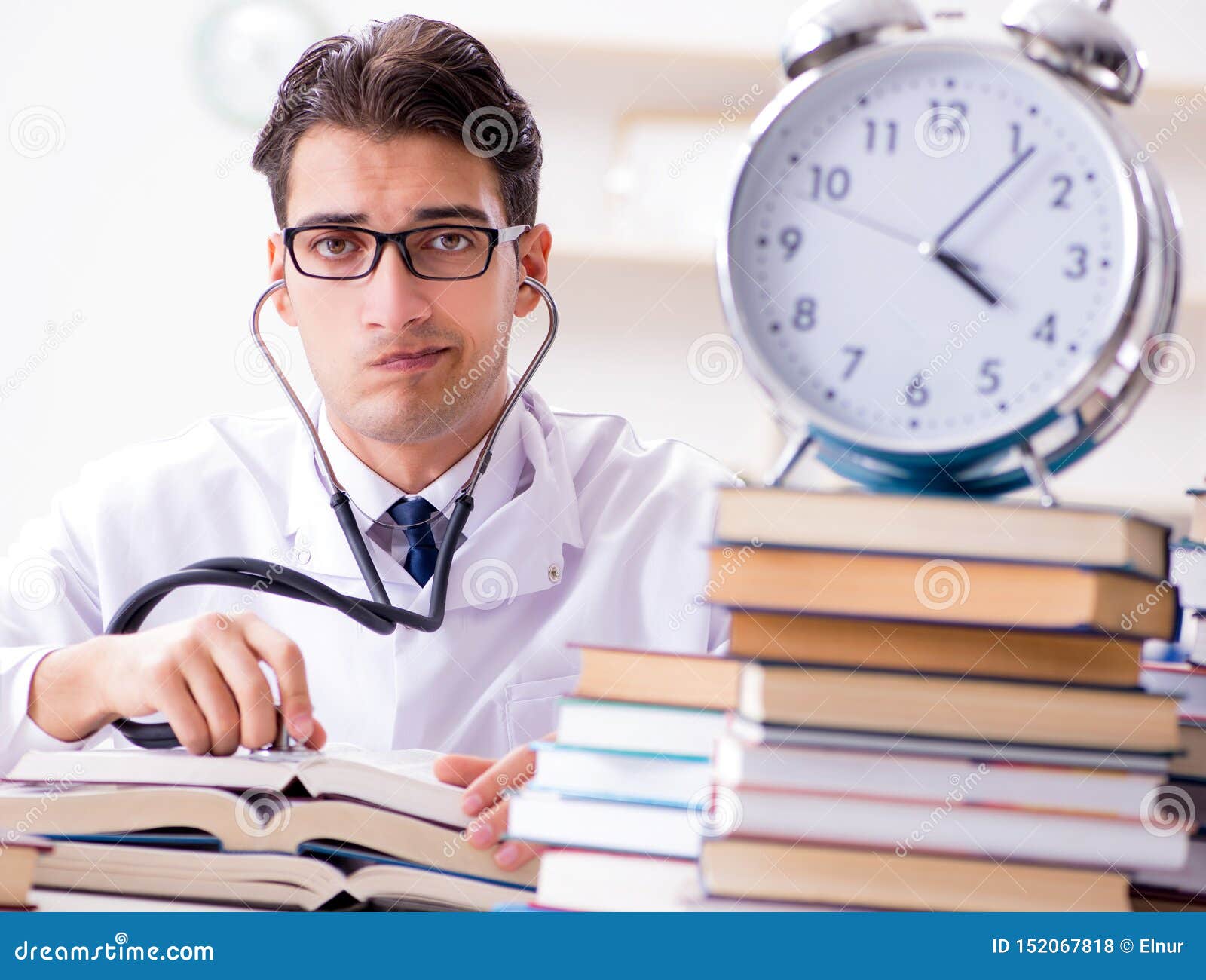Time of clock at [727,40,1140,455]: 4:06
